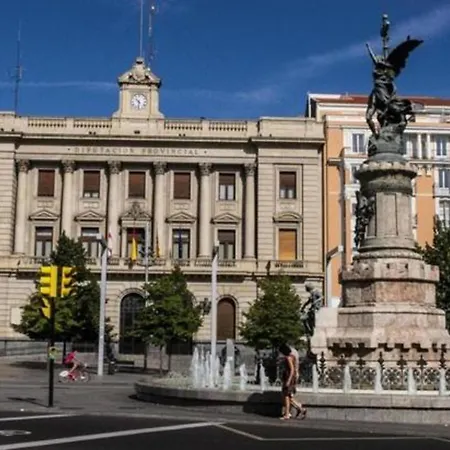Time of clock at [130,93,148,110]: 10:32
